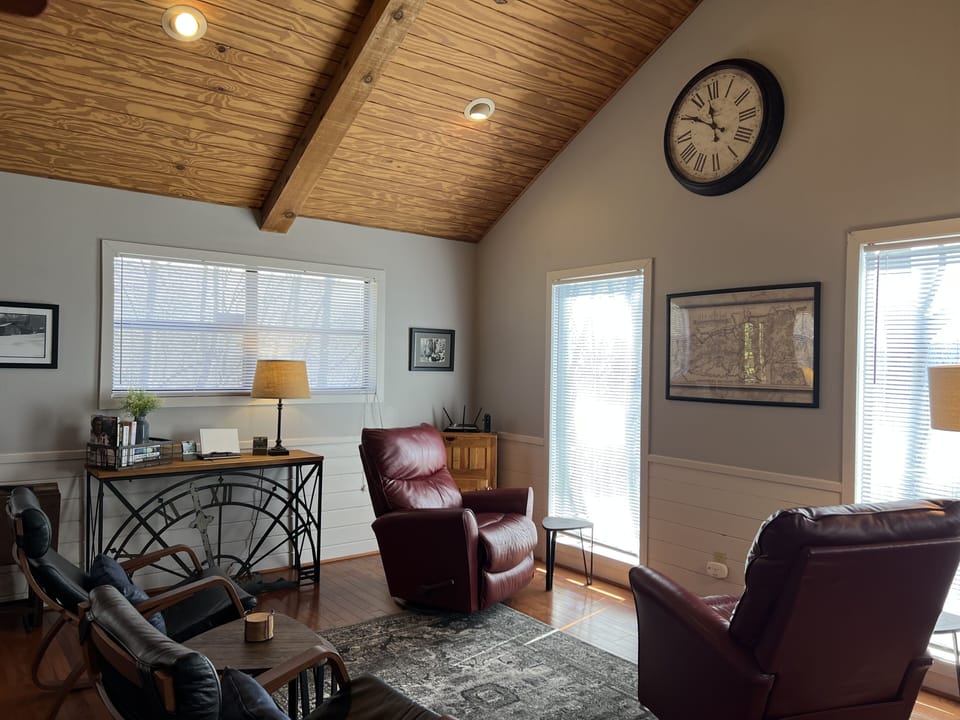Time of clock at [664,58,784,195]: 11:50
